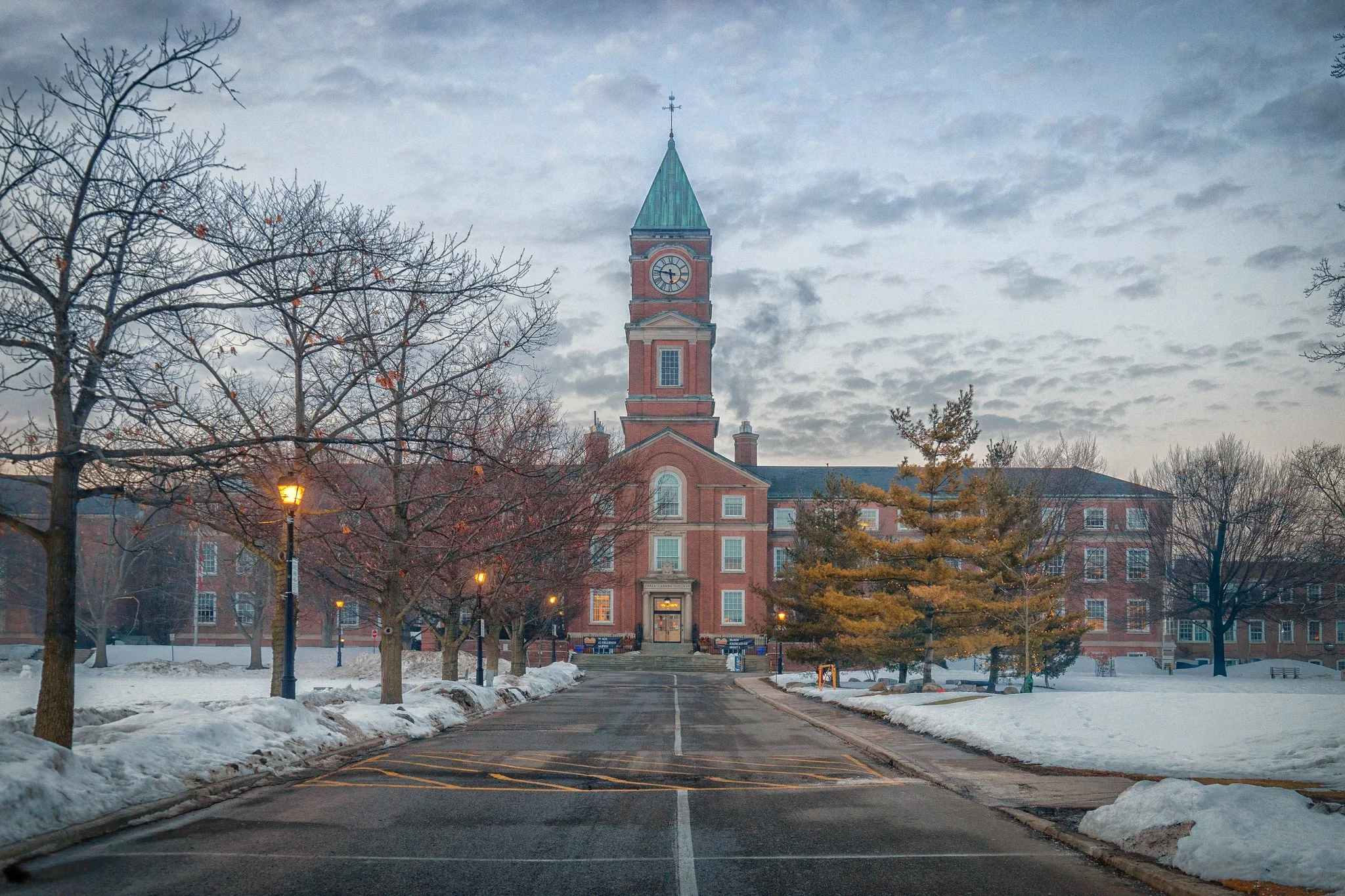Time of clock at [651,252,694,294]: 5:46
